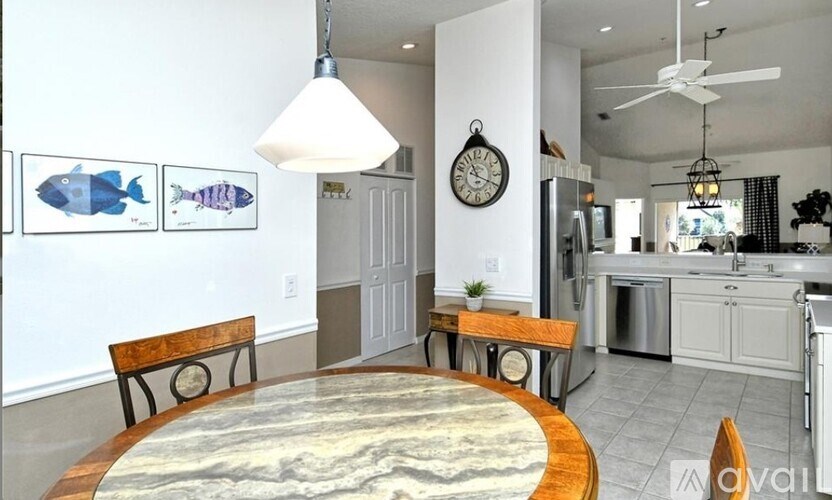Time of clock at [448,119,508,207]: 11:19
